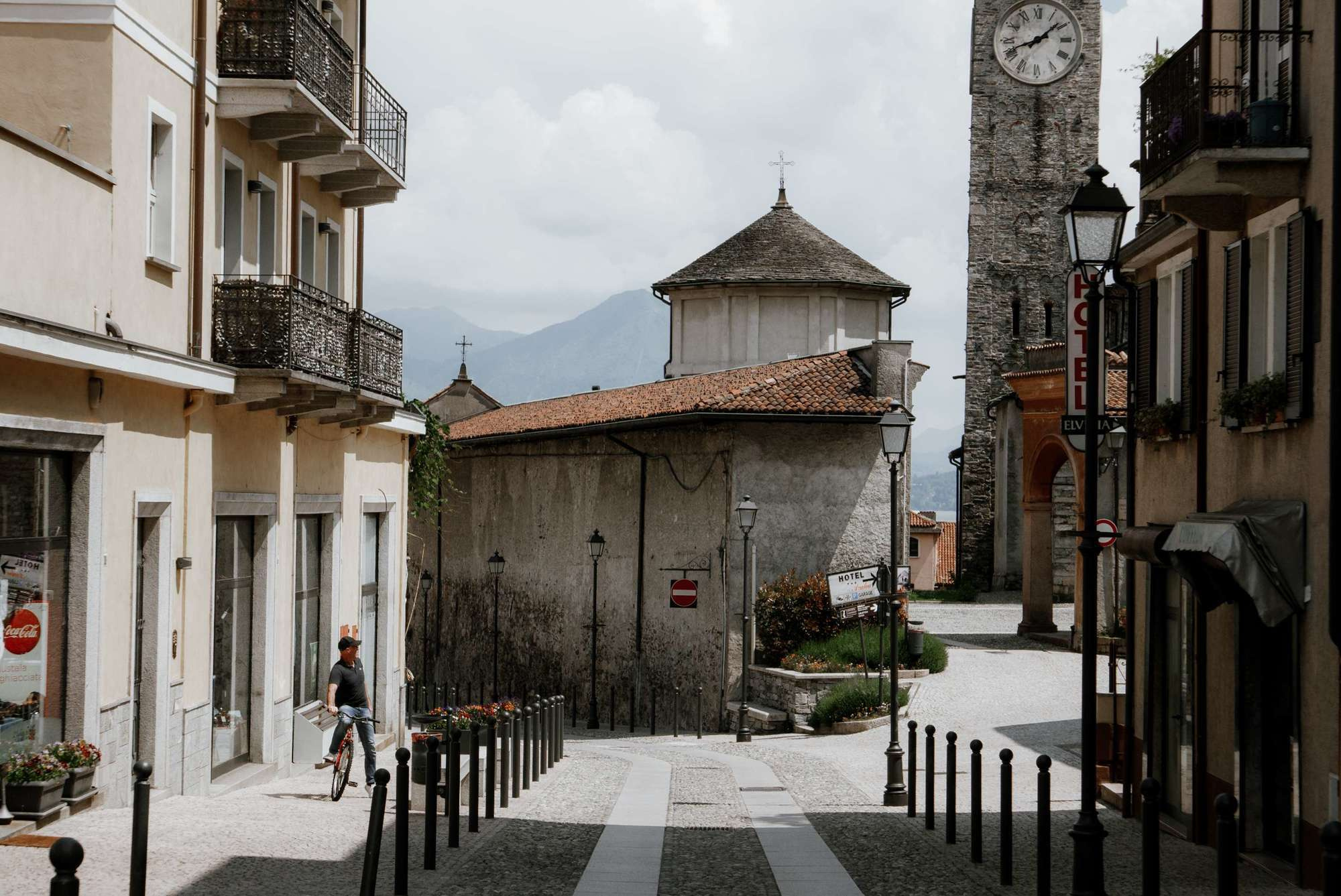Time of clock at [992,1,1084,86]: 1:41
